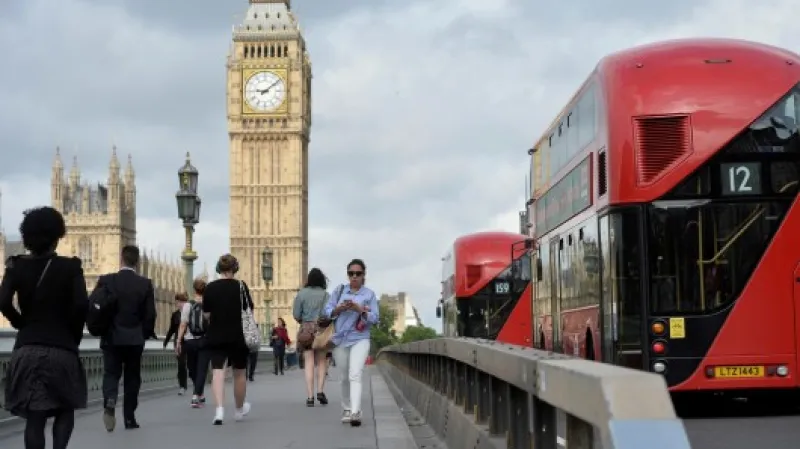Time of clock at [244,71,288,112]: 9:08
